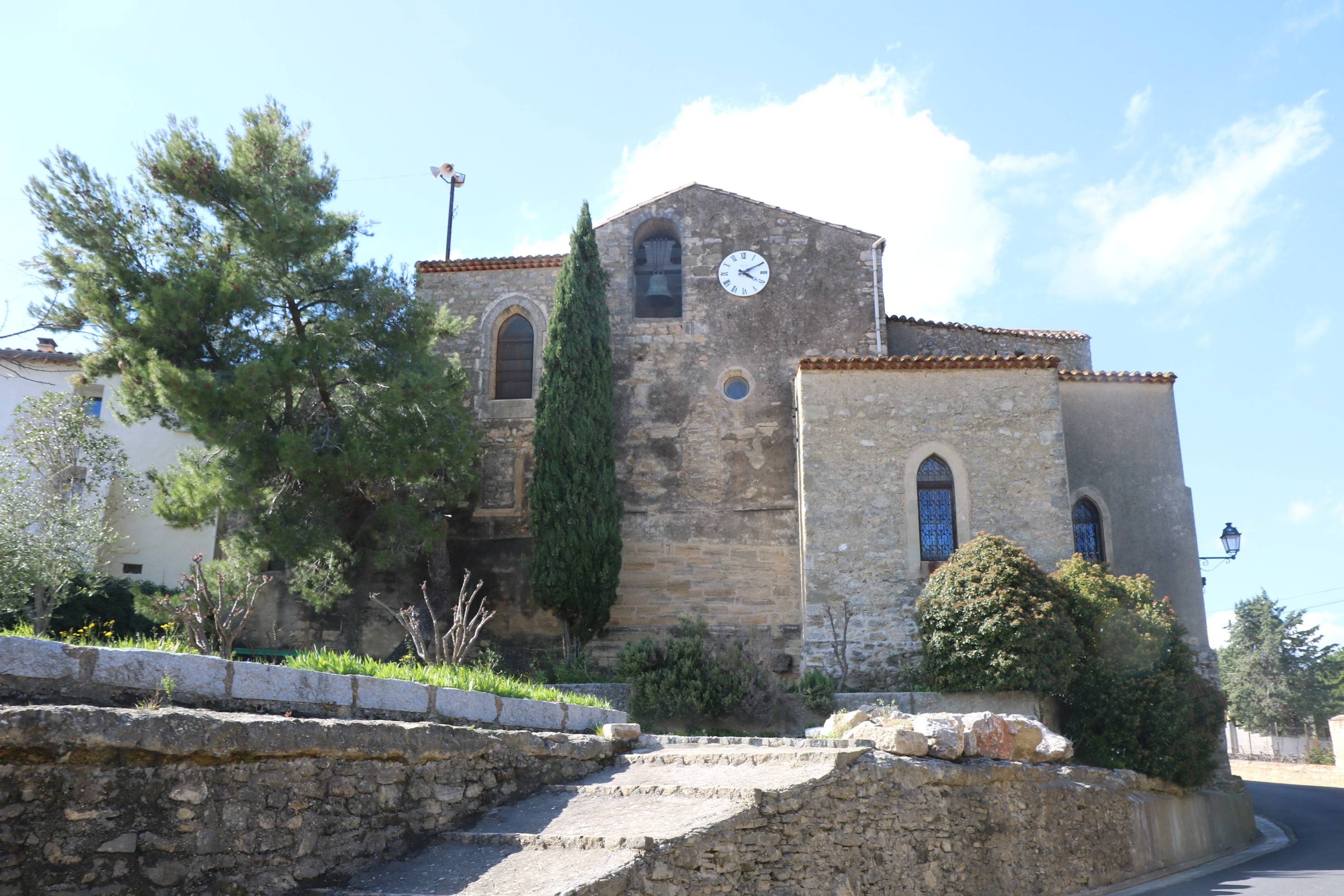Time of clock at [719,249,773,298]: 4:10
